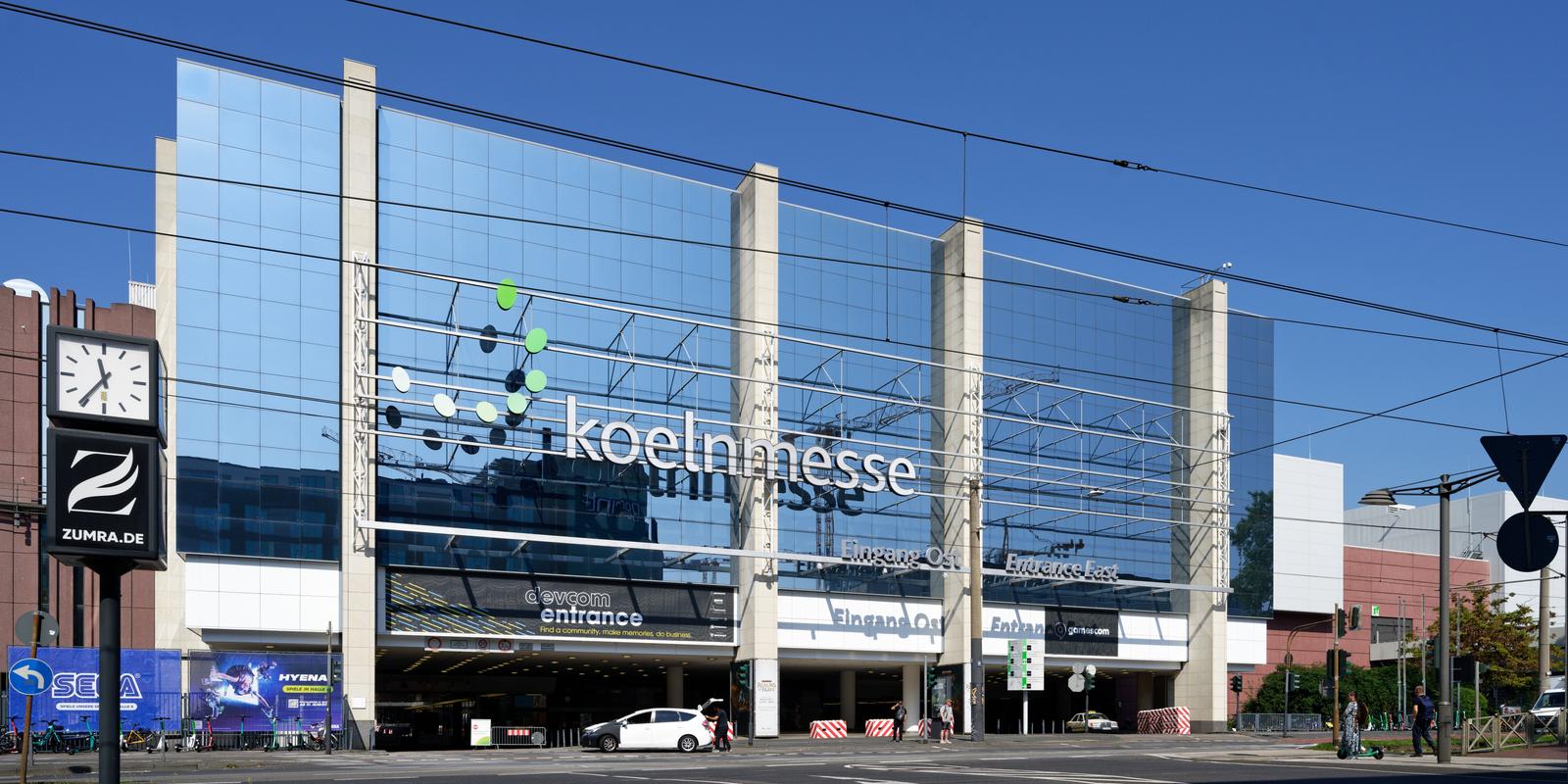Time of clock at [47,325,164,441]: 11:35
